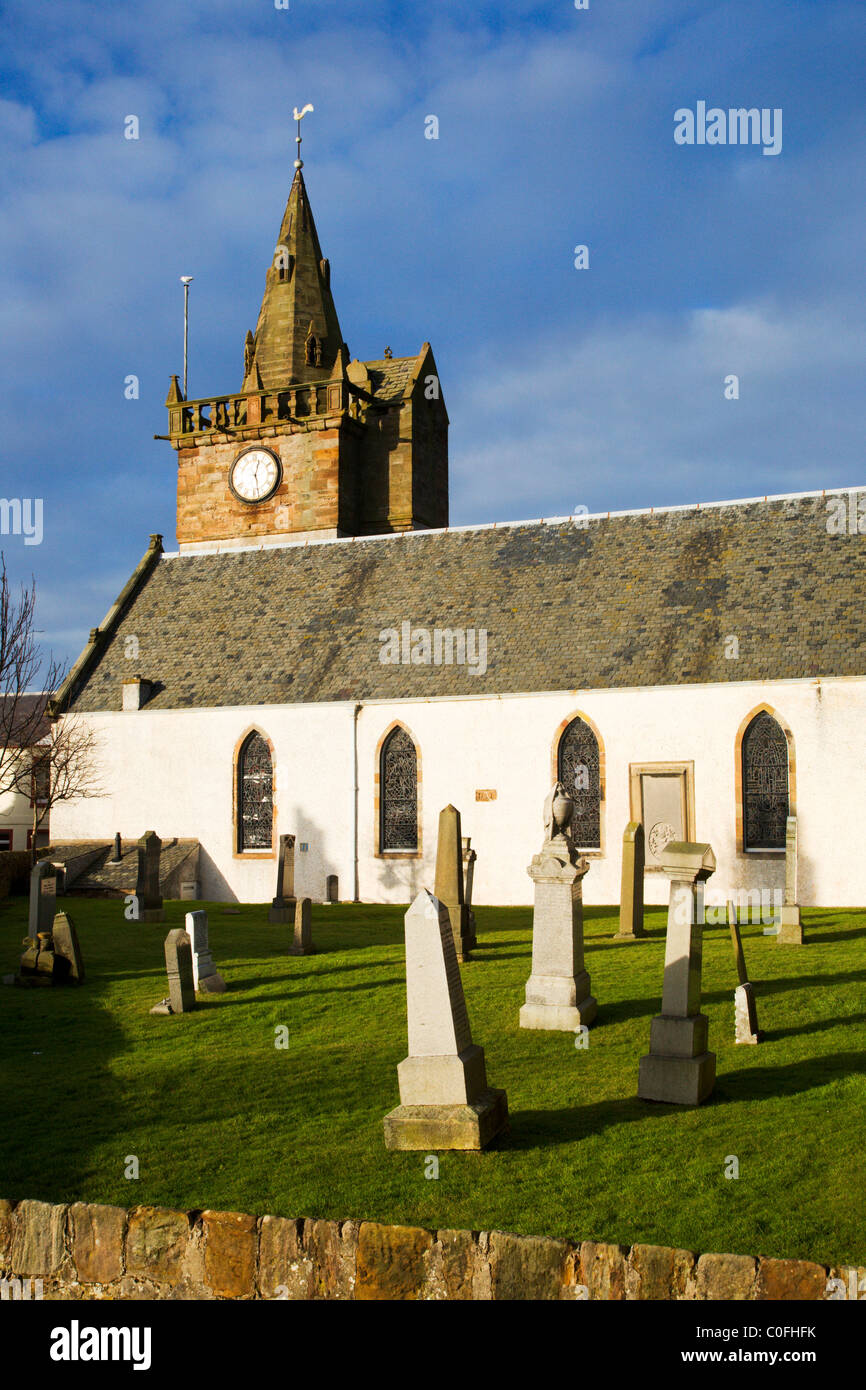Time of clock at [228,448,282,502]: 12:28
